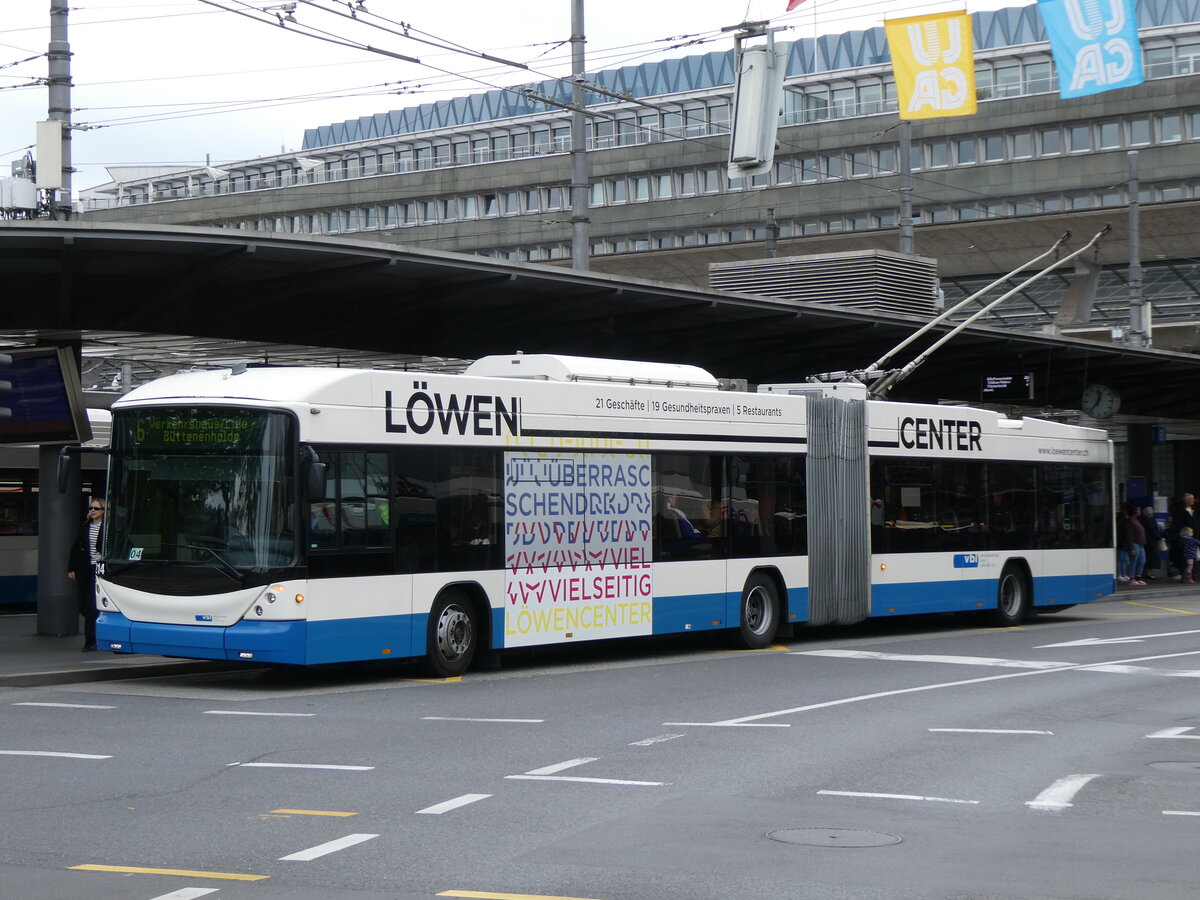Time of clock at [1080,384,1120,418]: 12:37
